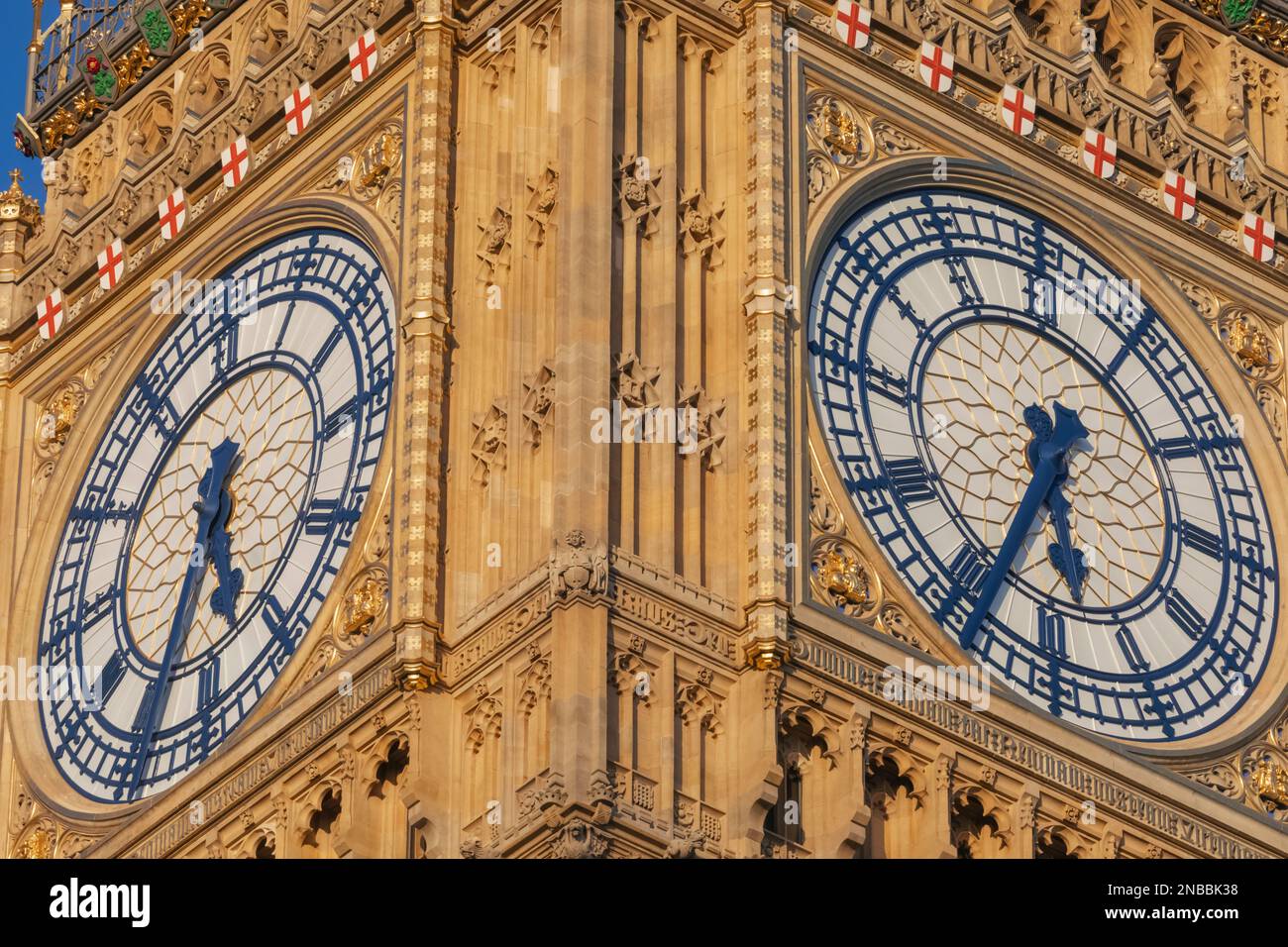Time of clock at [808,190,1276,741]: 5:33
